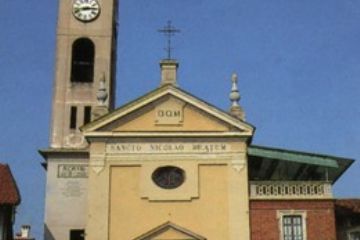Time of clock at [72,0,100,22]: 2:42
